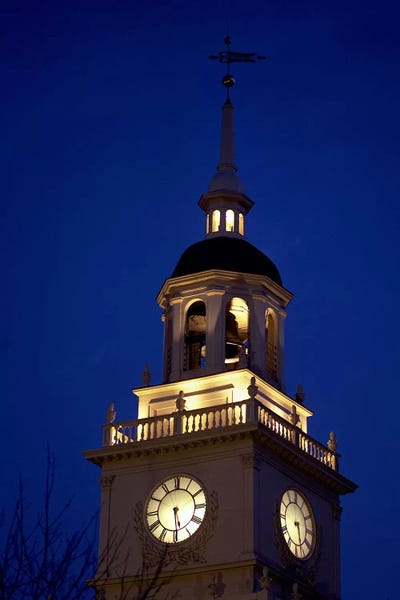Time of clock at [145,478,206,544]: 5:29
